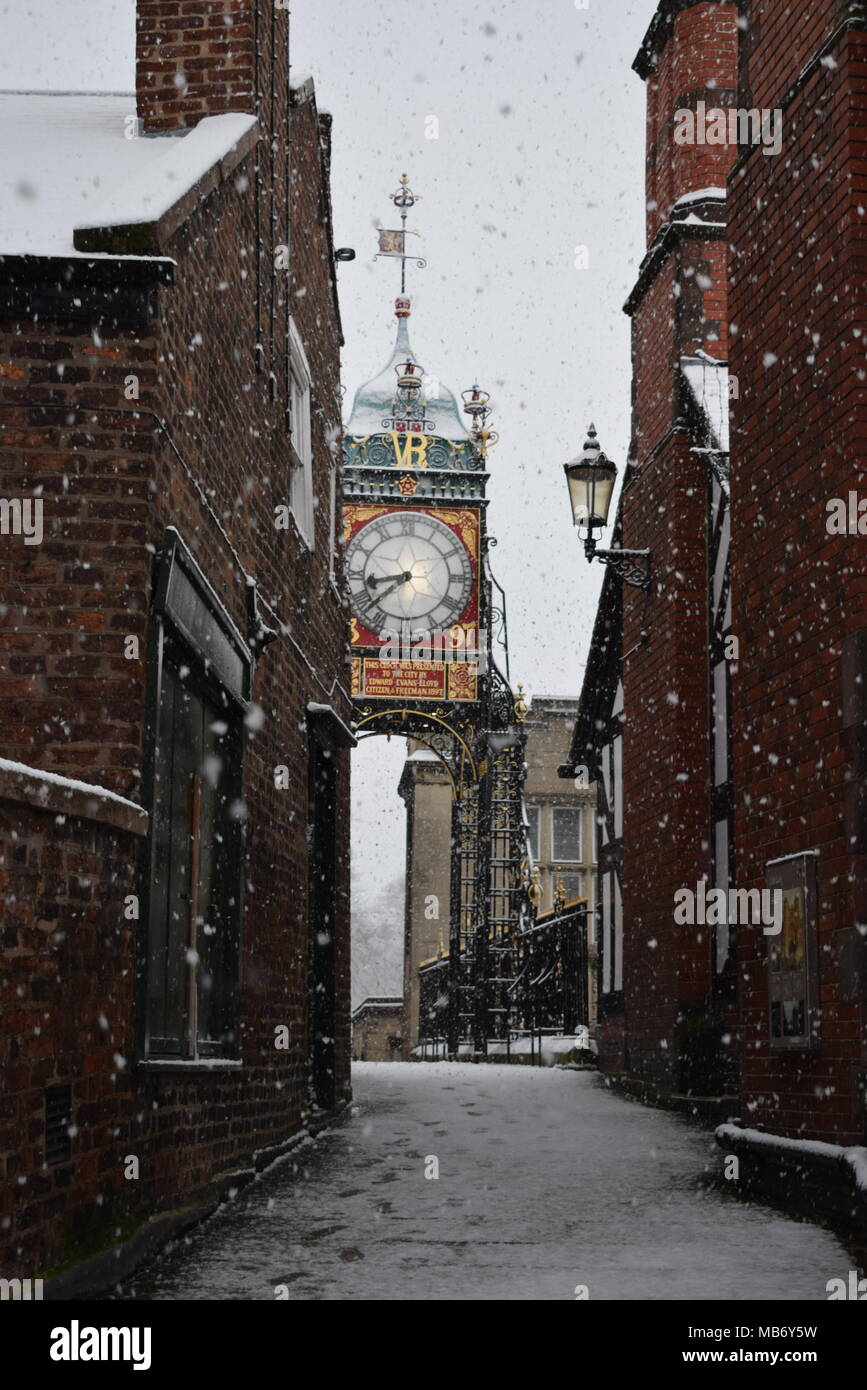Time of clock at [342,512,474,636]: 8:38
